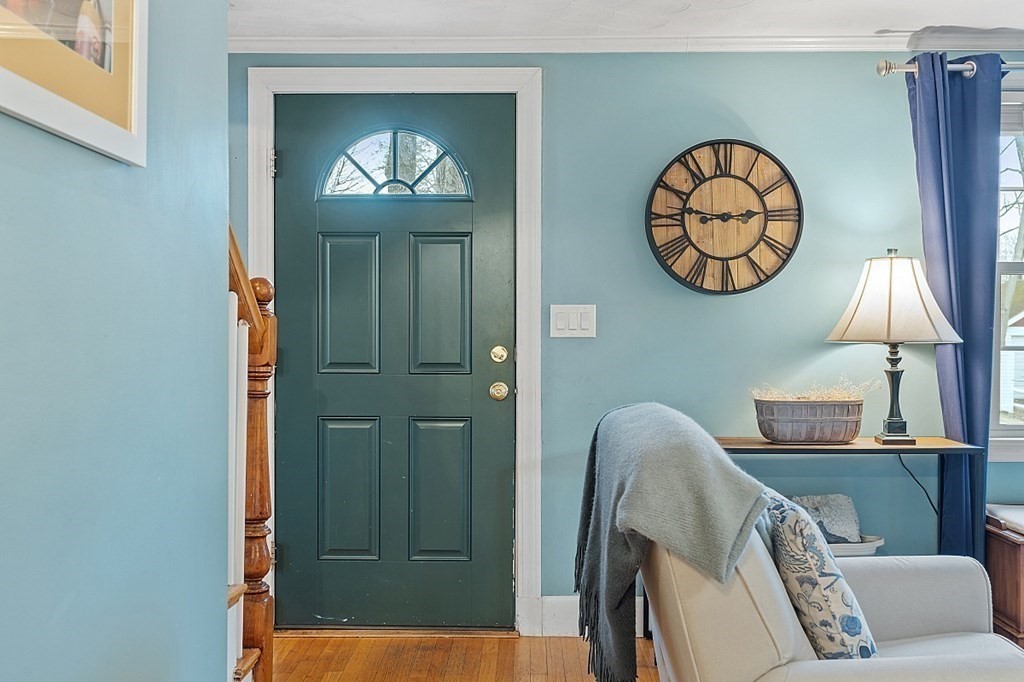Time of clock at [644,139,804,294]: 2:46
